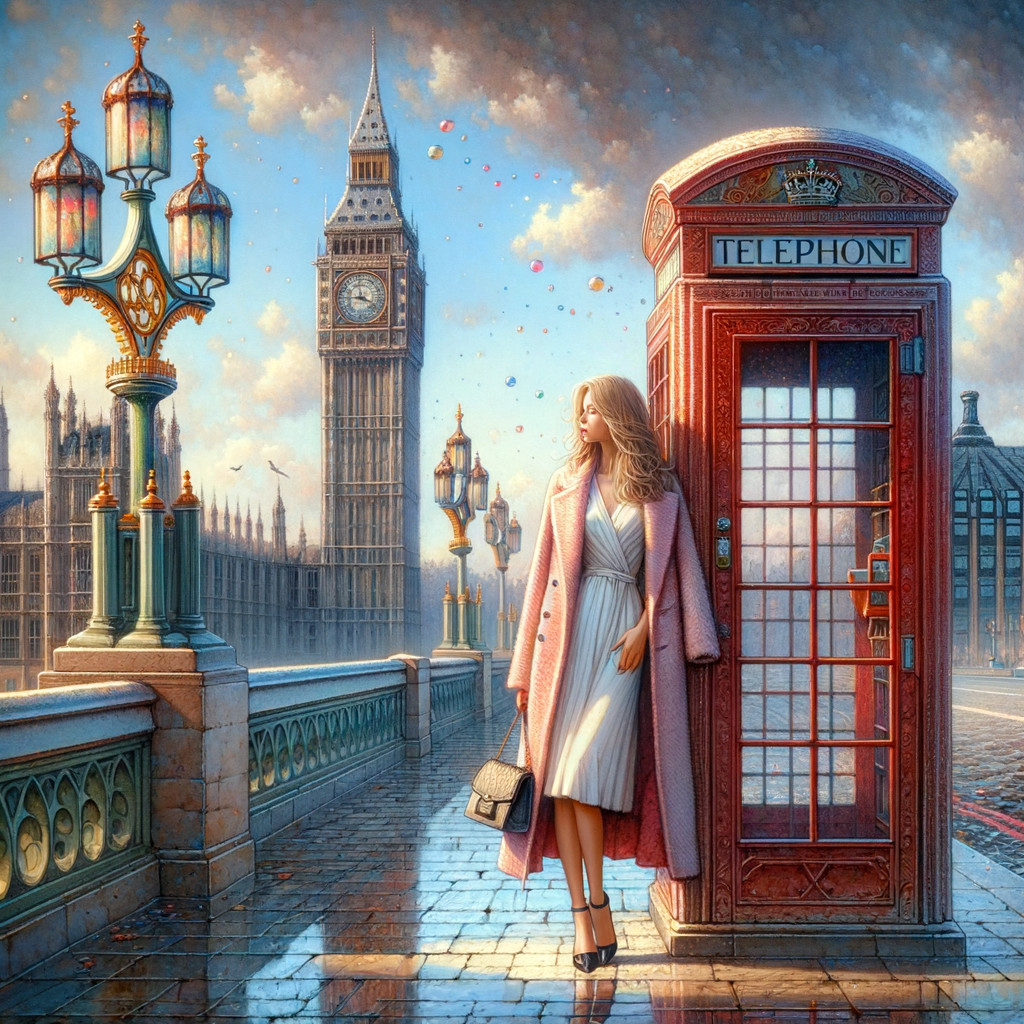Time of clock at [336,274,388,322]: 3:45
